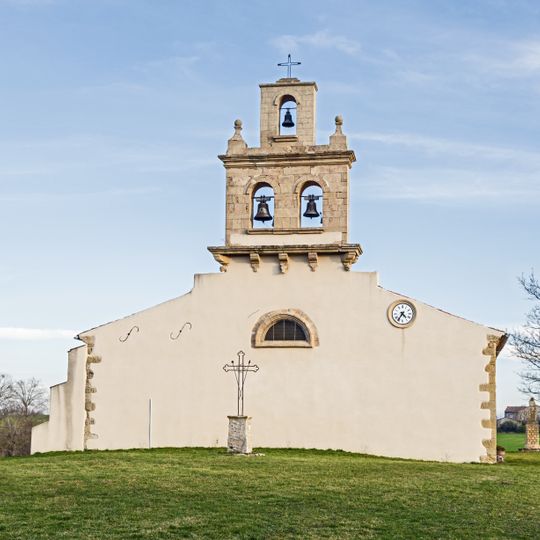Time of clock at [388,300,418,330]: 4:35
